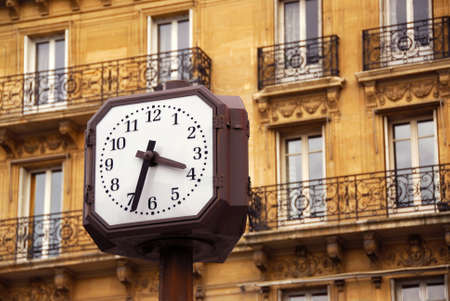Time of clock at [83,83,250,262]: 3:33
